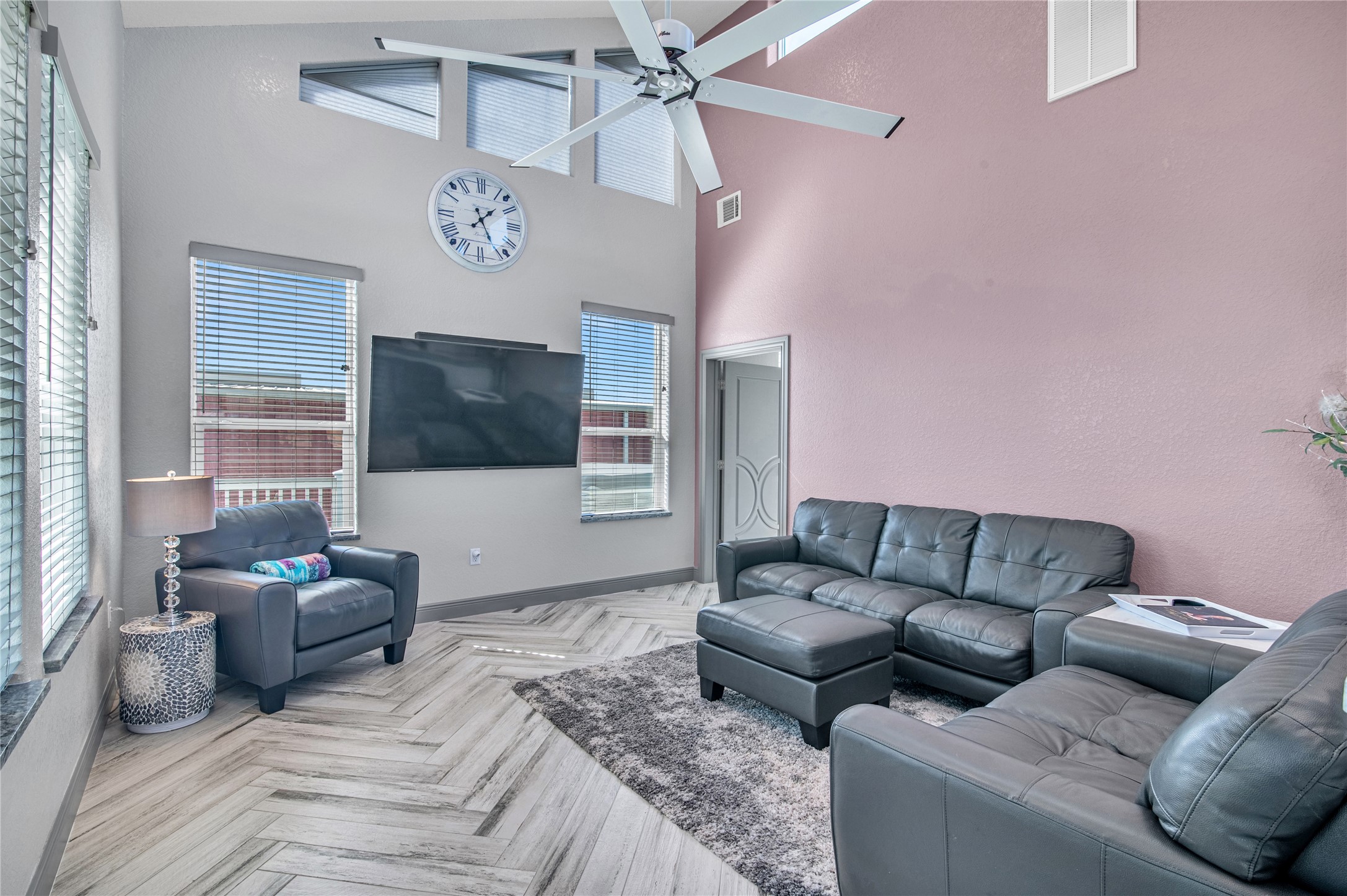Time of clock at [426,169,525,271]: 1:25
